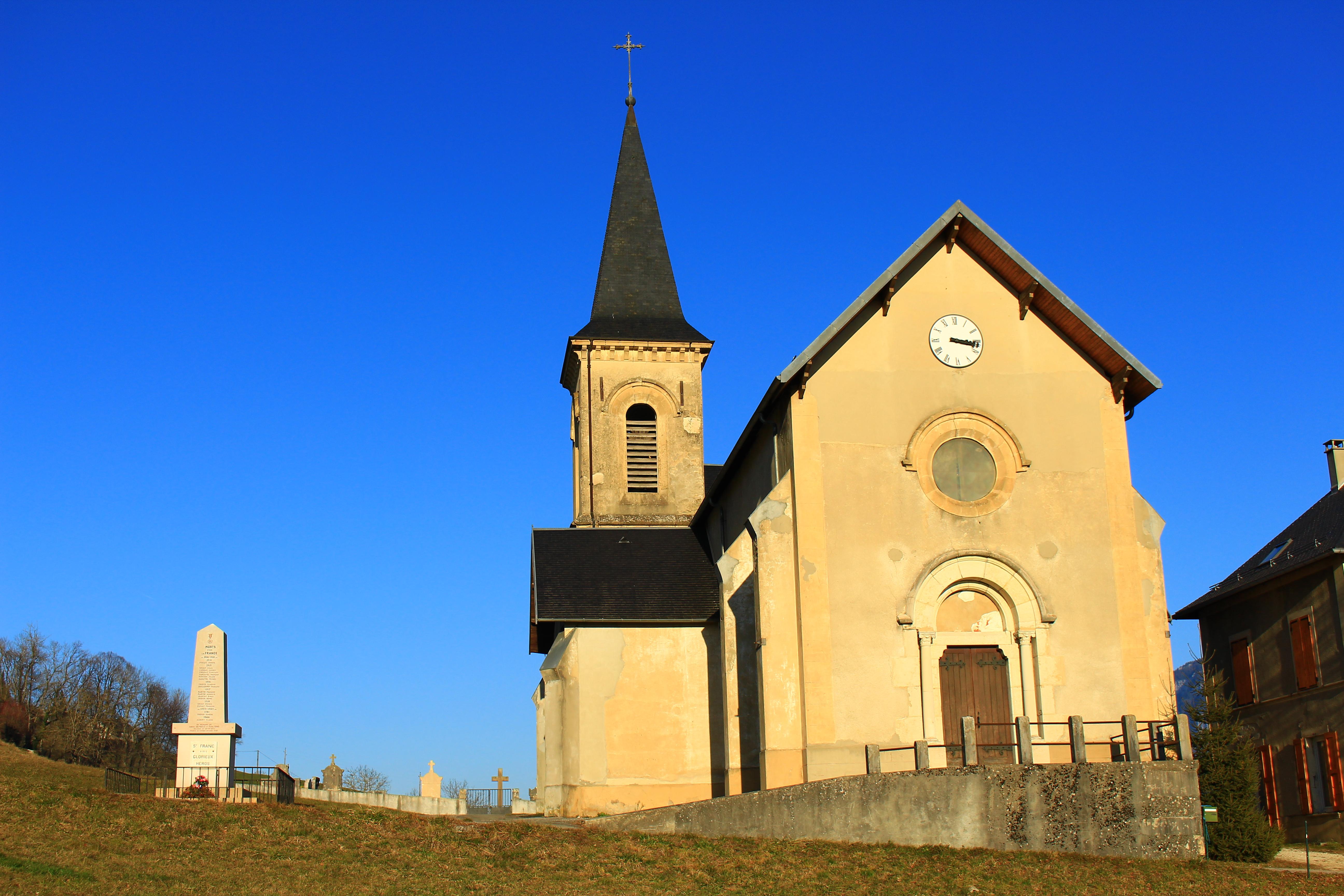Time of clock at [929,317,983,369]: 3:16
